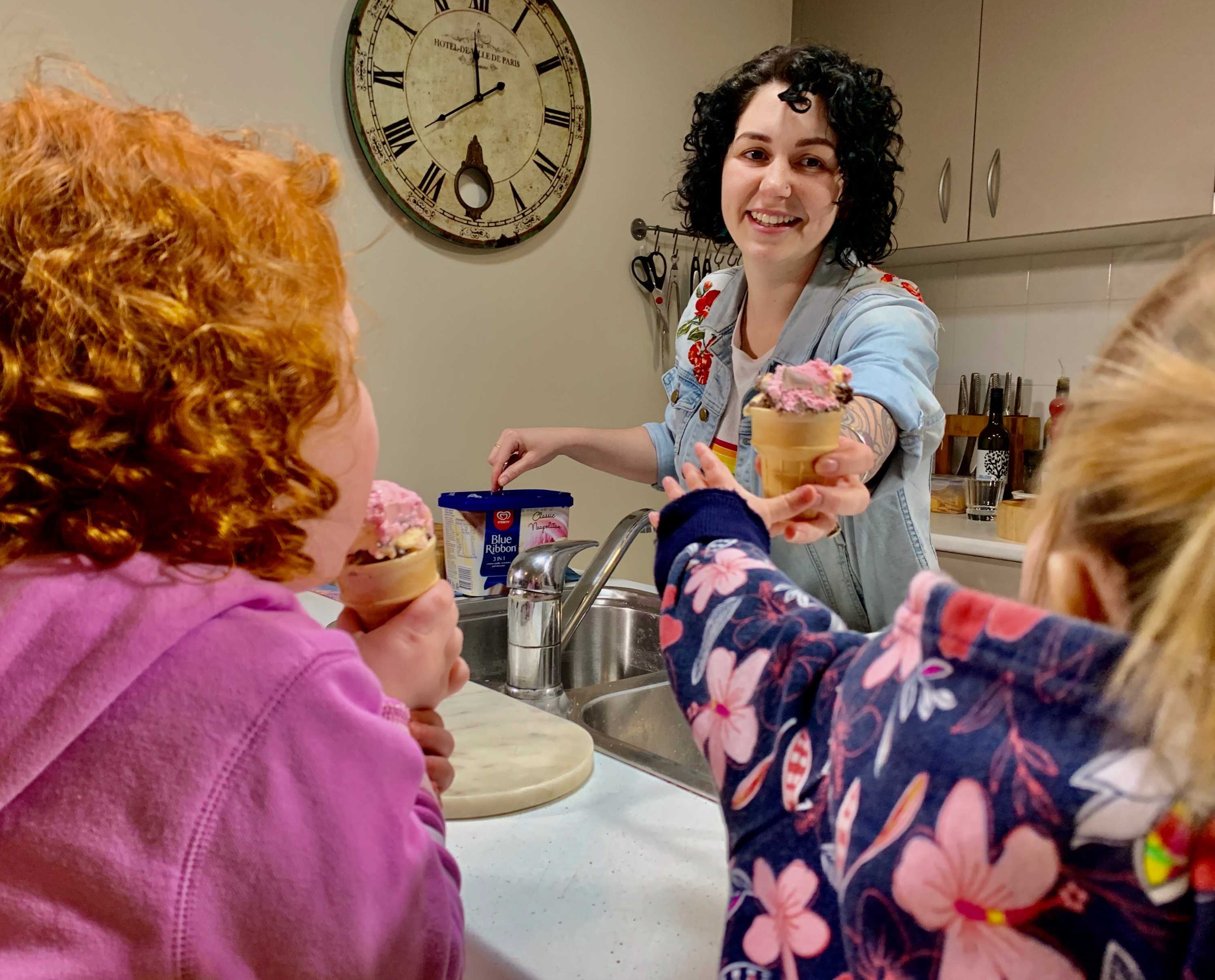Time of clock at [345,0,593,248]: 11:39
